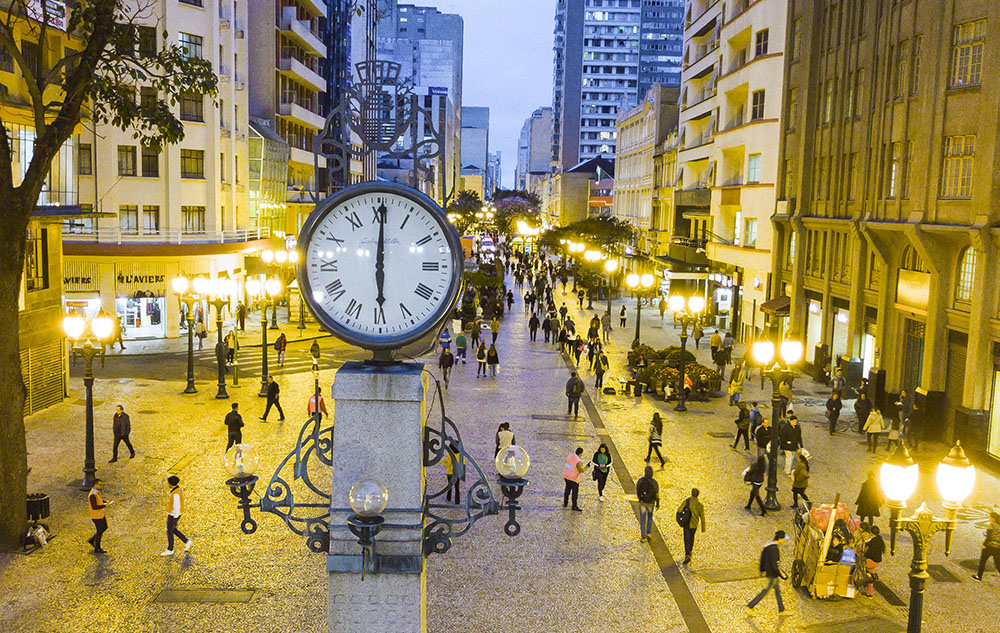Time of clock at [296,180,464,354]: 6:00
